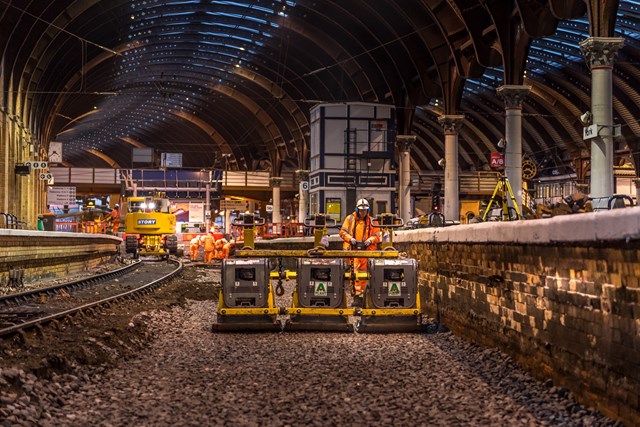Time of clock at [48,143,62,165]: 3:40
